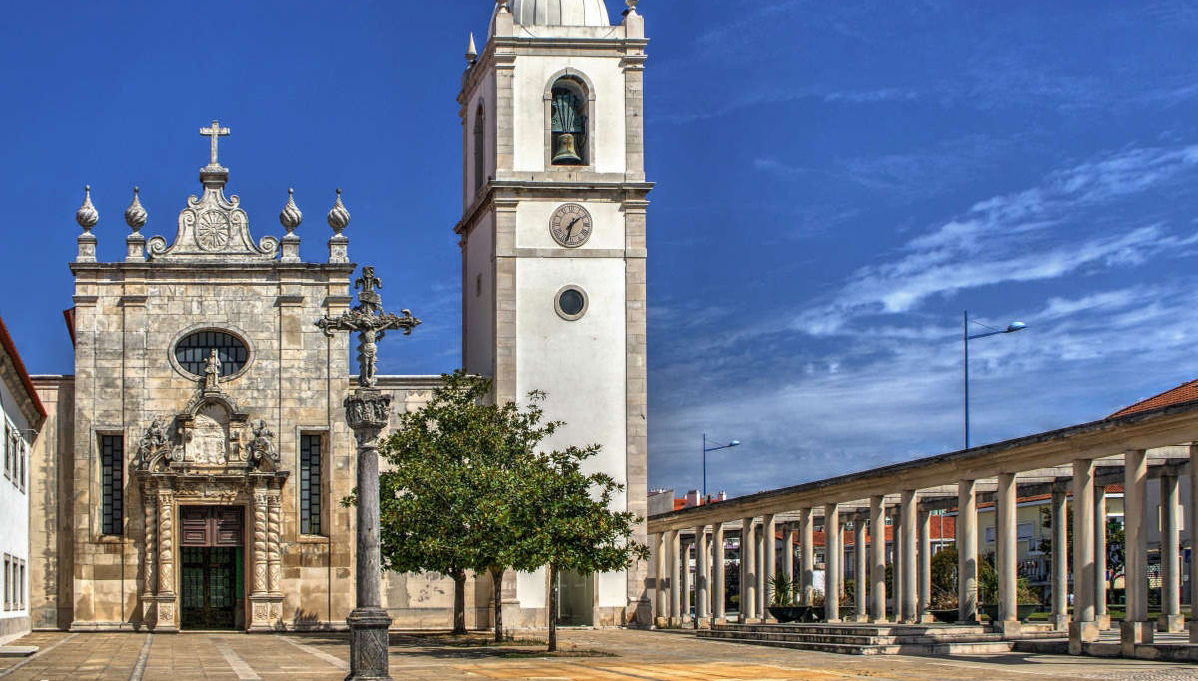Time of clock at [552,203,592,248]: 1:33
